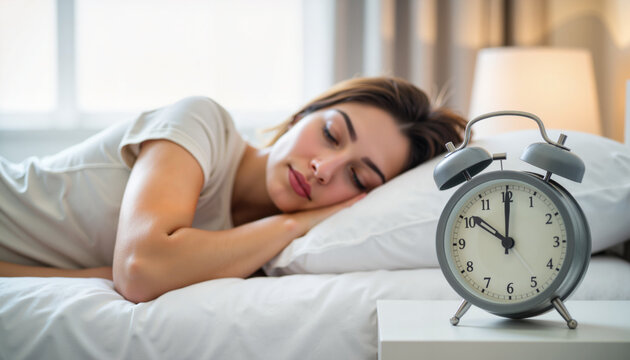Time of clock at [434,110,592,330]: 10:00
